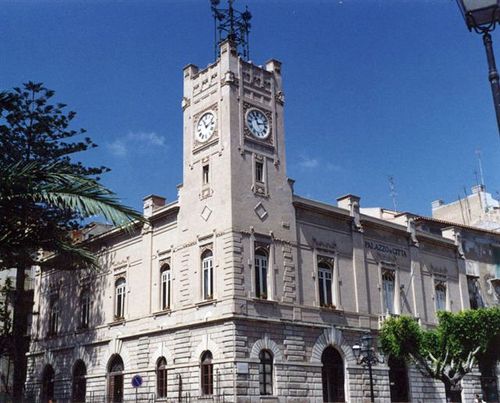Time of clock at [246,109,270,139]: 11:12
